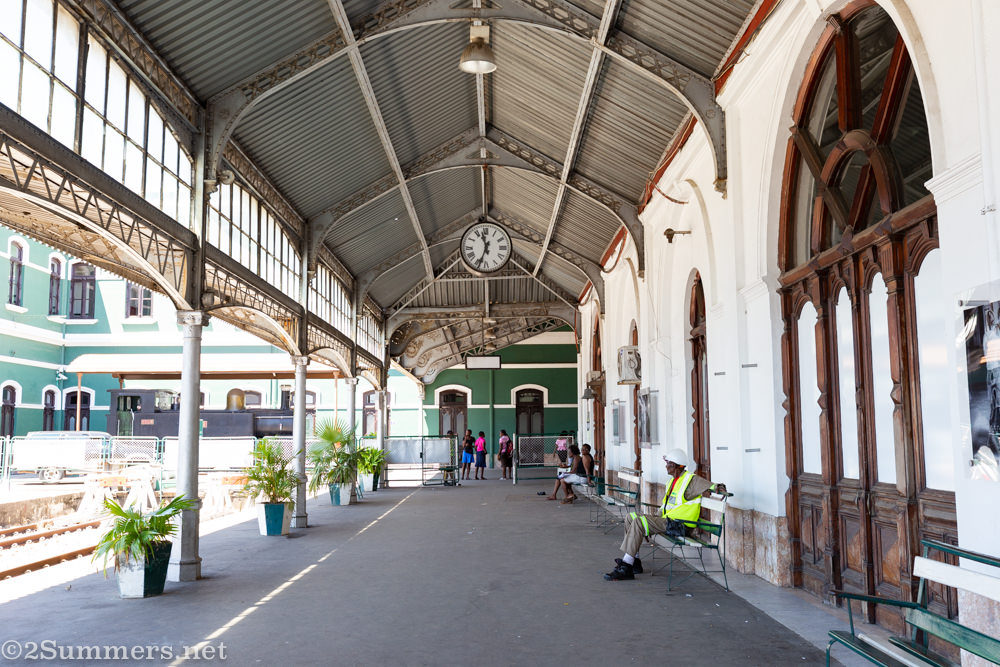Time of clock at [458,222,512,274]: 11:33
